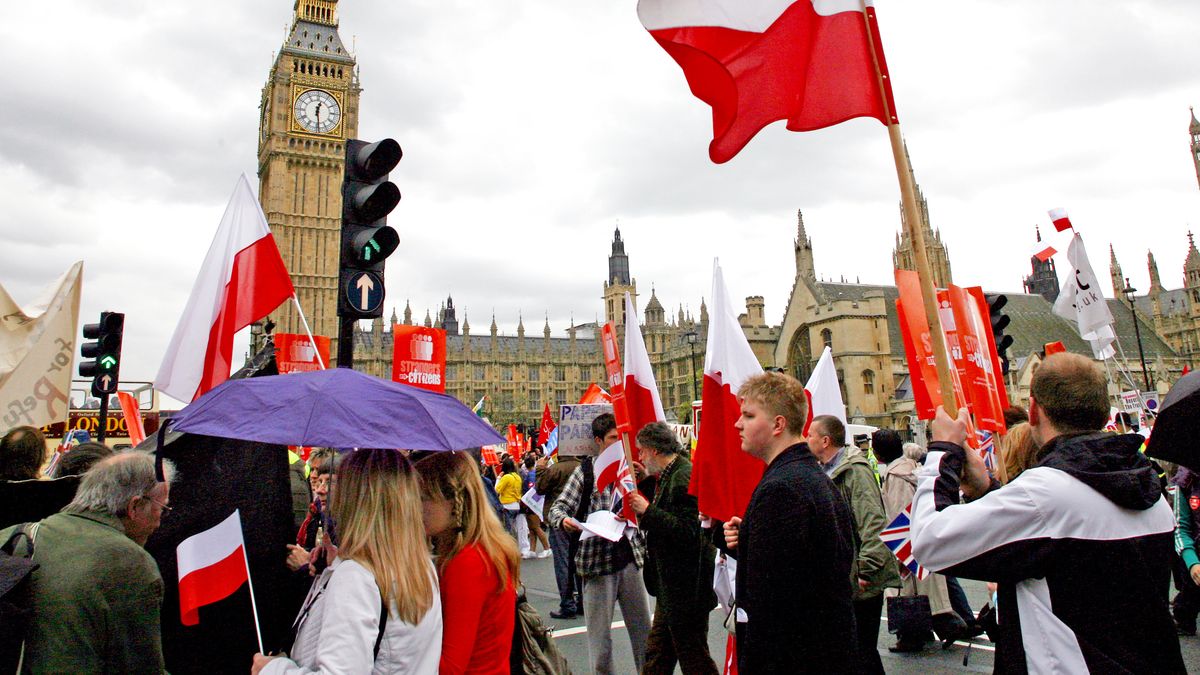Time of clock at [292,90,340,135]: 12:28
